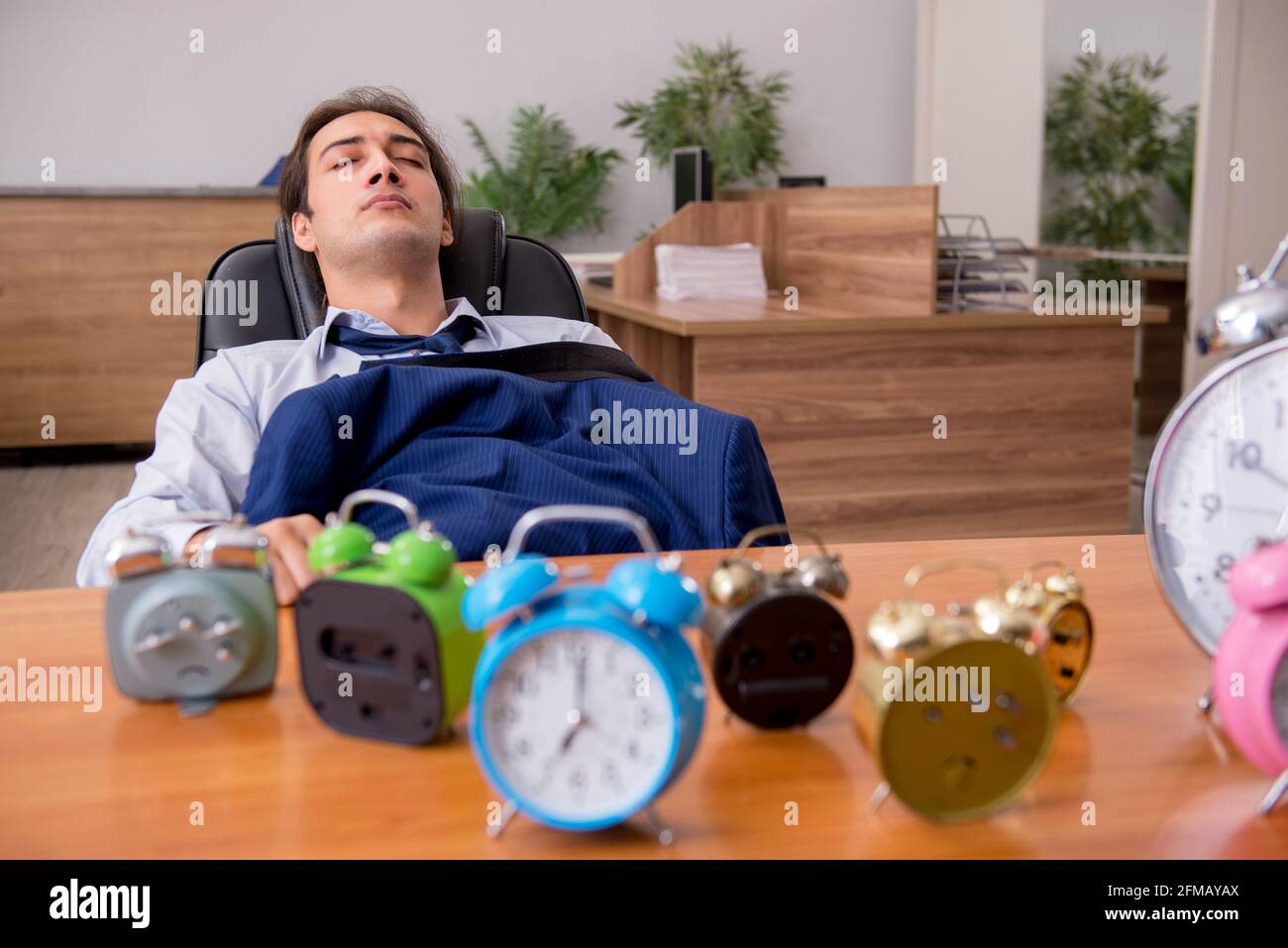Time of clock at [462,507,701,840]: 7:00
